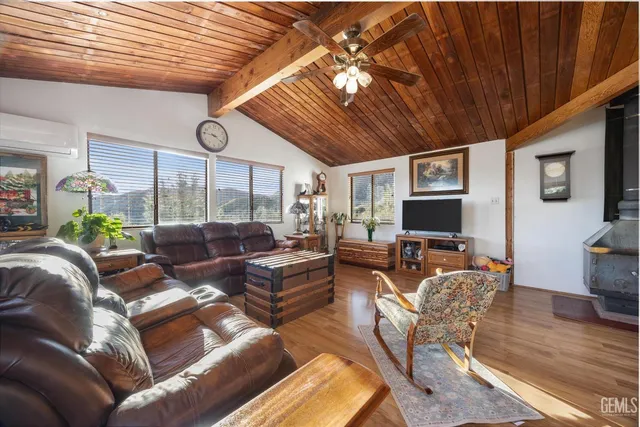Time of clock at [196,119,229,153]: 9:20
